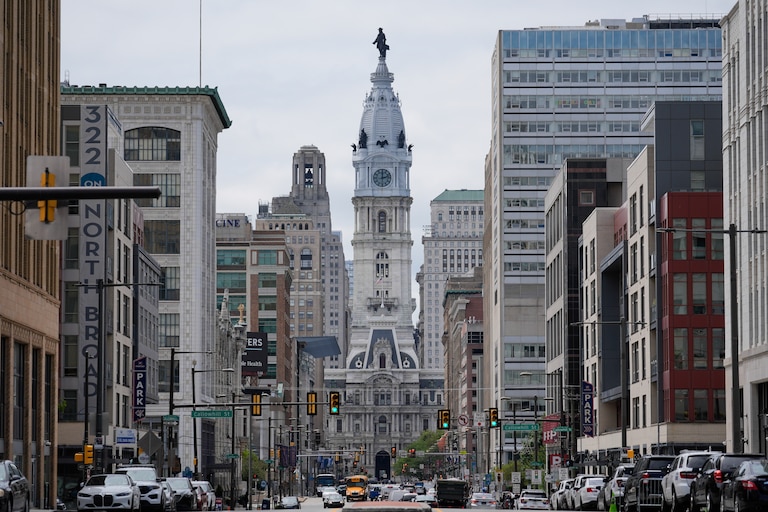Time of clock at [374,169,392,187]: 12:12
